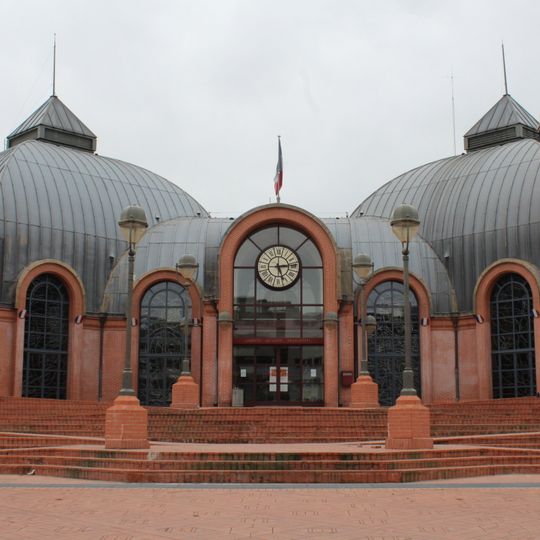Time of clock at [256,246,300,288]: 5:14
